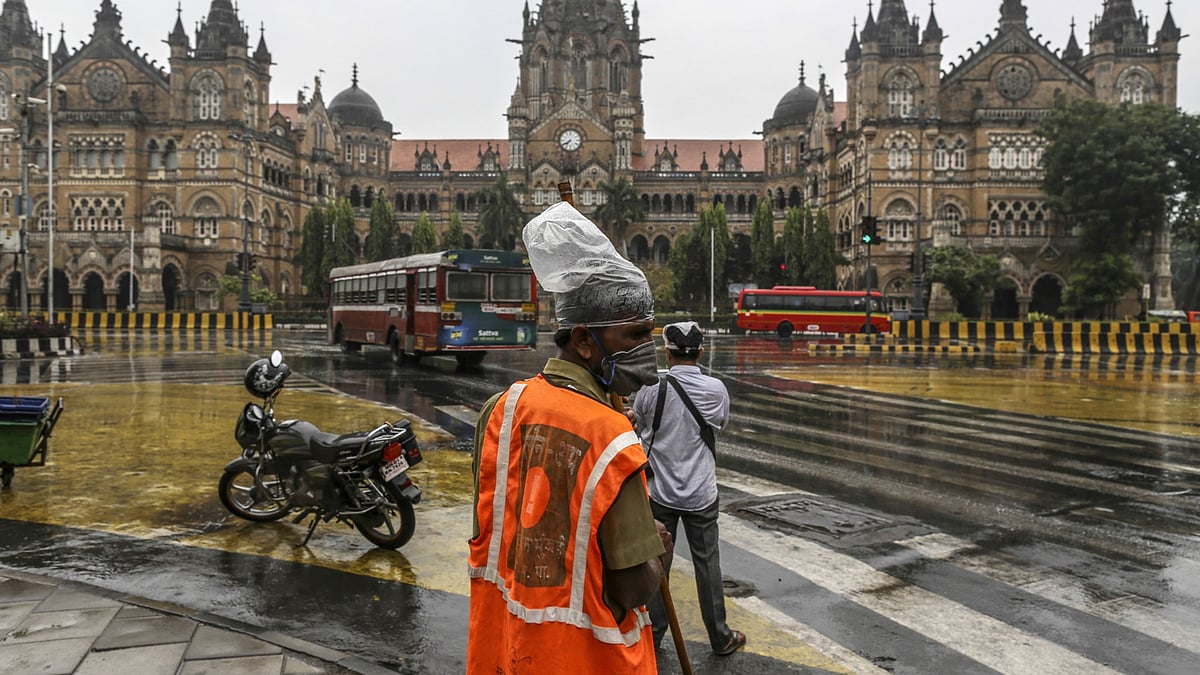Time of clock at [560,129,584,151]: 7:40
